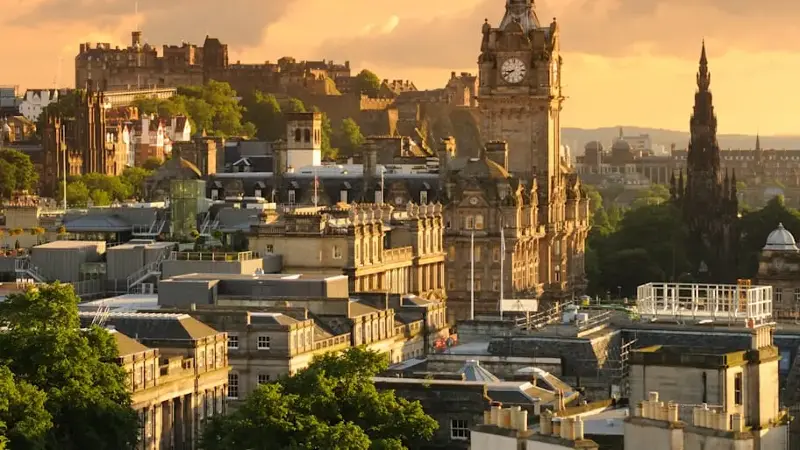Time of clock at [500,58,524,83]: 8:39
